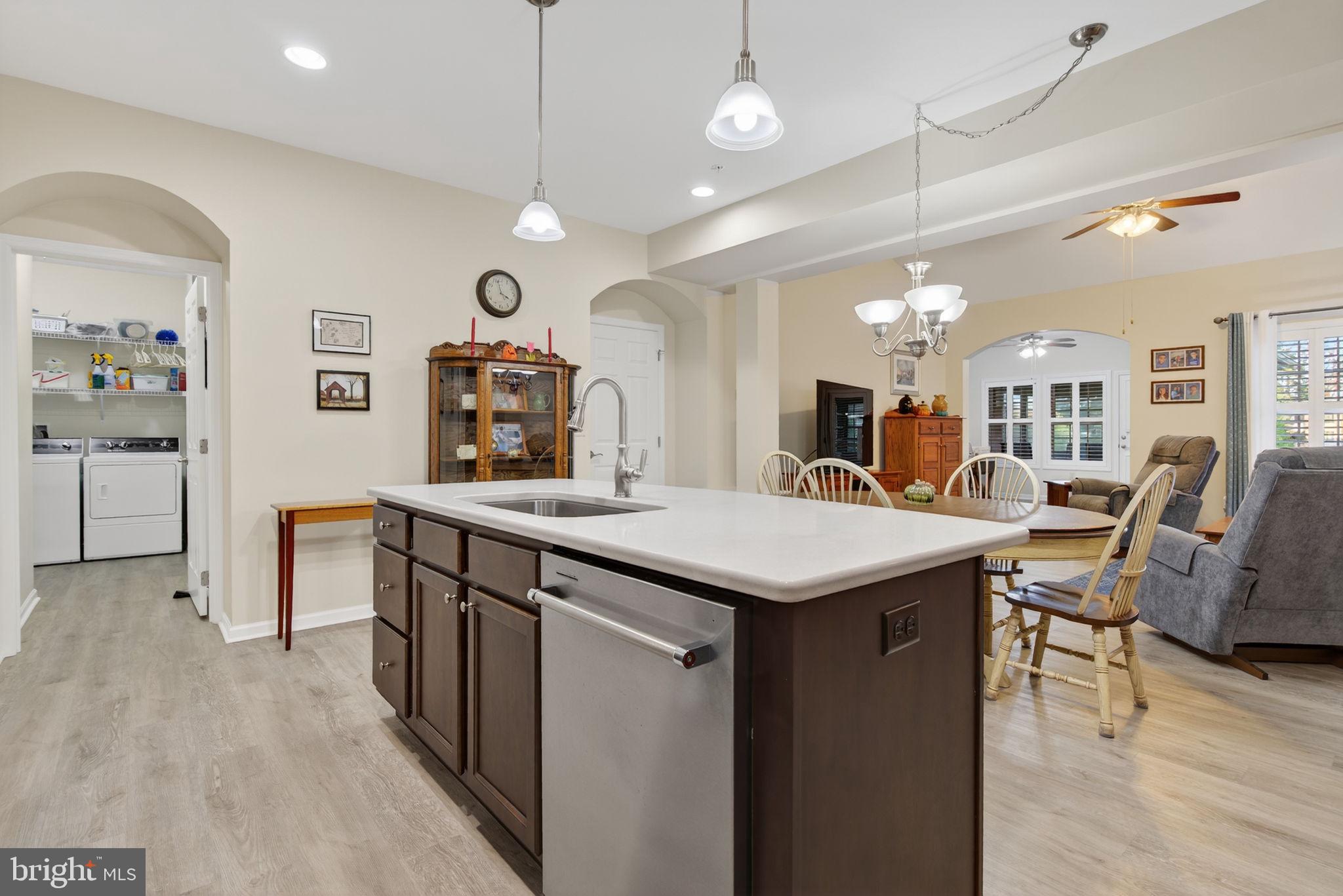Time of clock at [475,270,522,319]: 3:57
